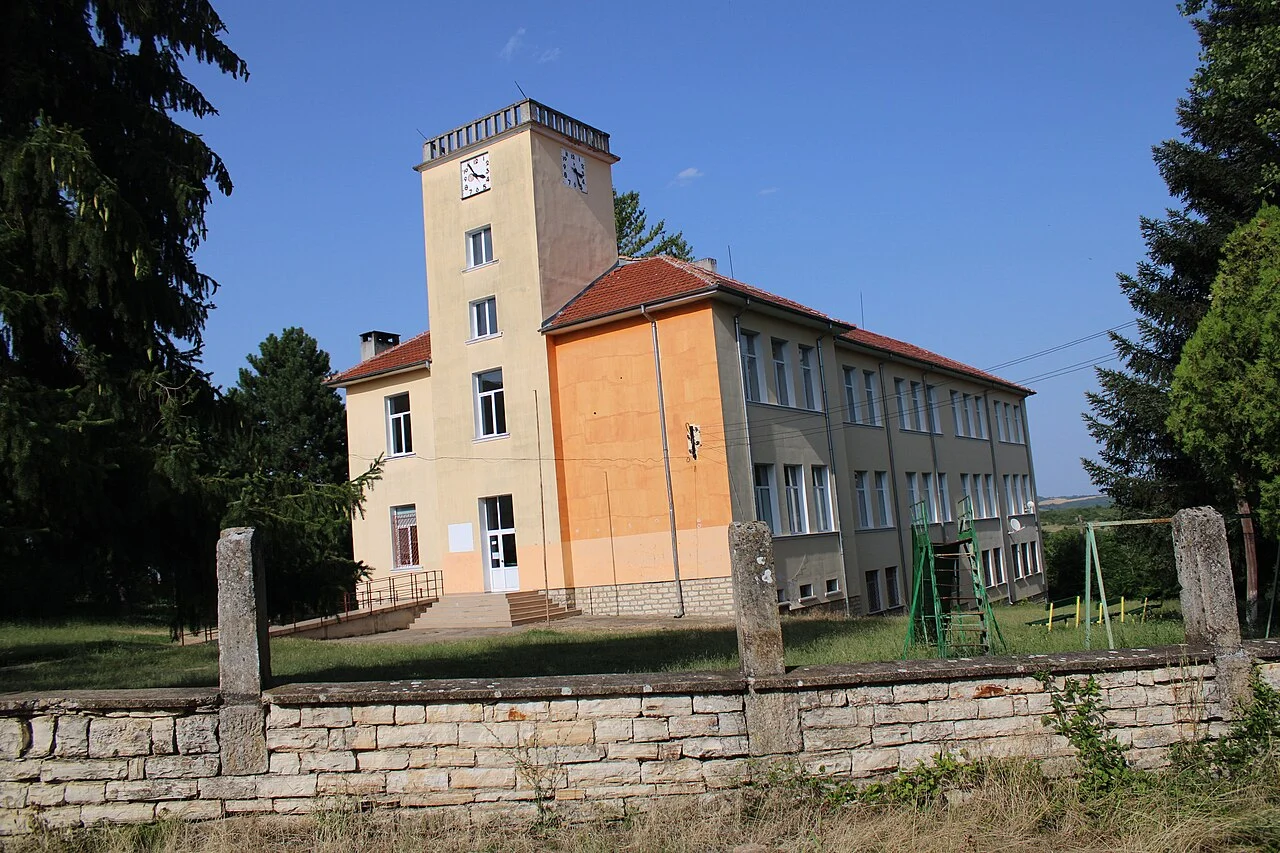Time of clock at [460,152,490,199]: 3:54
